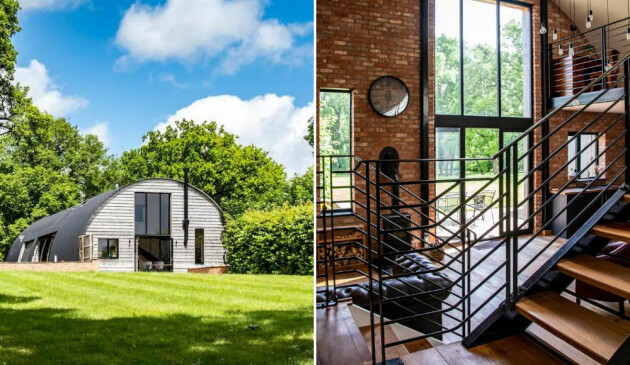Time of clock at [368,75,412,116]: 12:32
